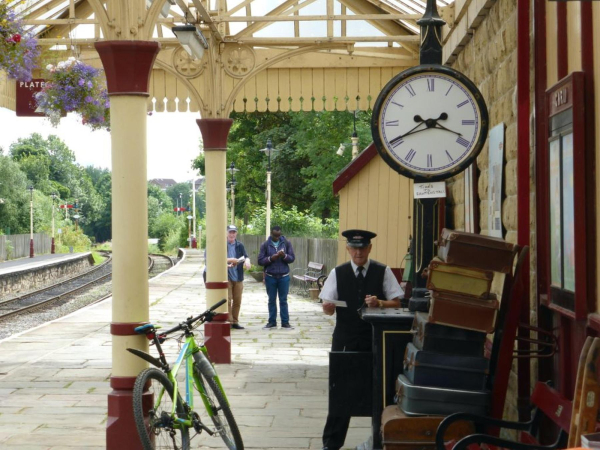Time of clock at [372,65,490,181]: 3:40
